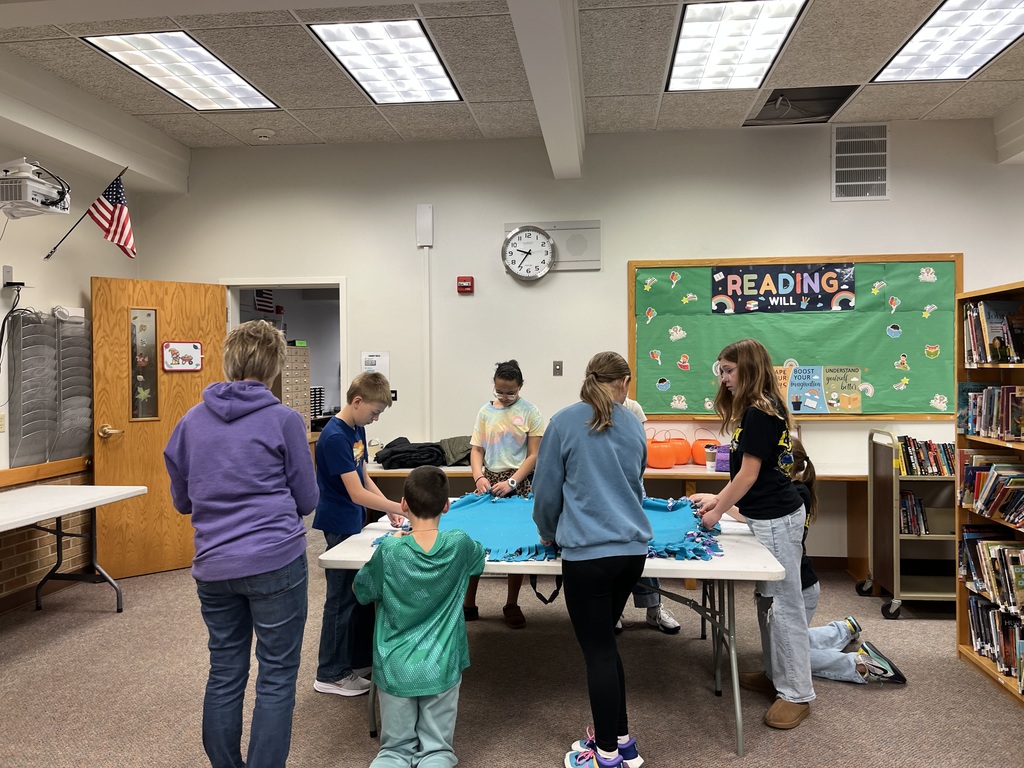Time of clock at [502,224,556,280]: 9:36
